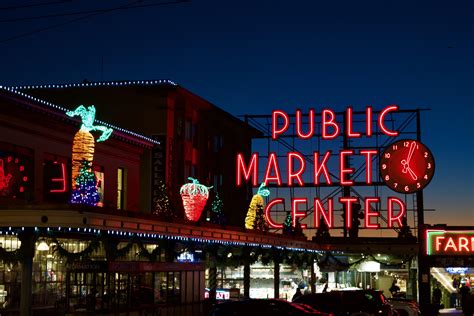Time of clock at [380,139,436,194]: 5:03
